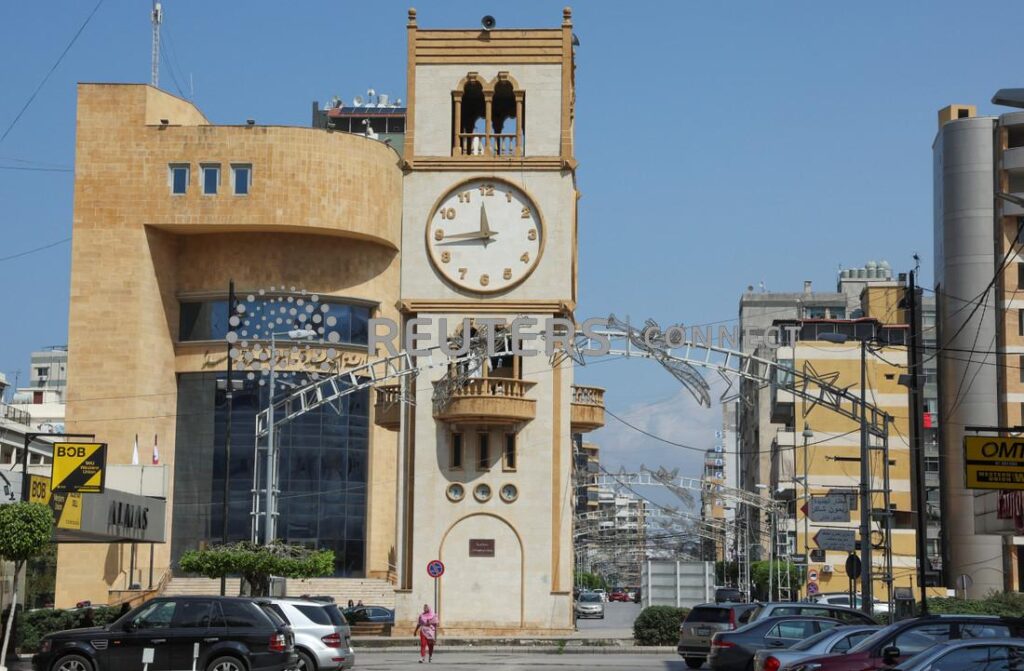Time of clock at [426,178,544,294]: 11:44
